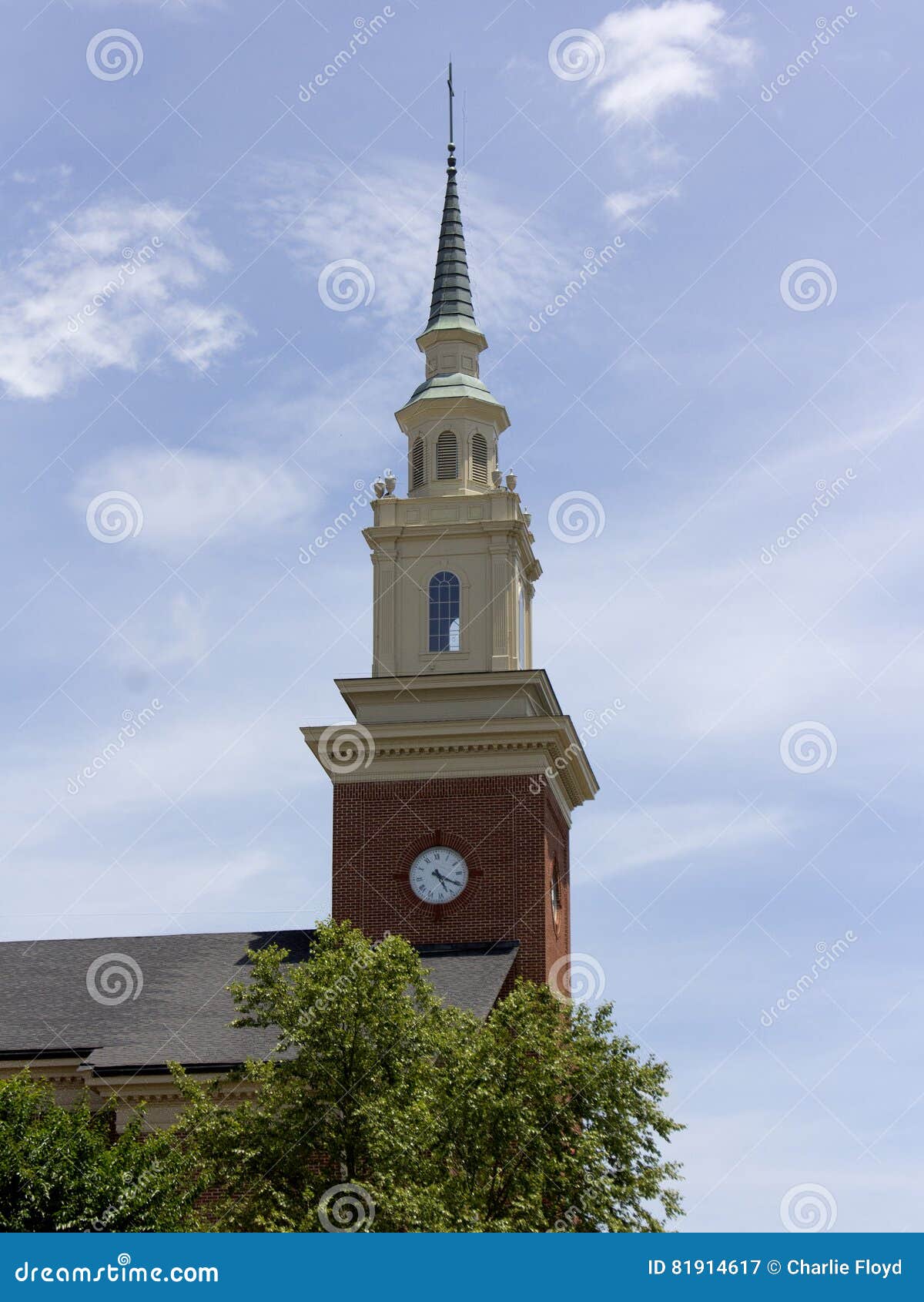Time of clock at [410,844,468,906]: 5:20
